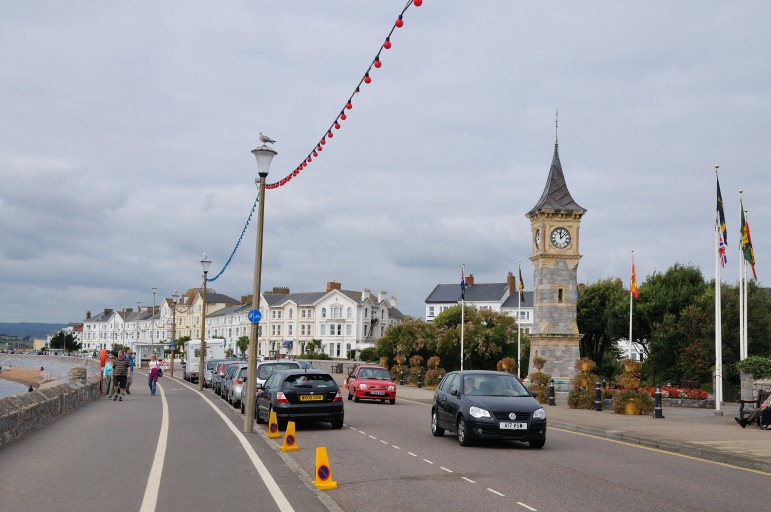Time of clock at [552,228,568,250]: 12:07
